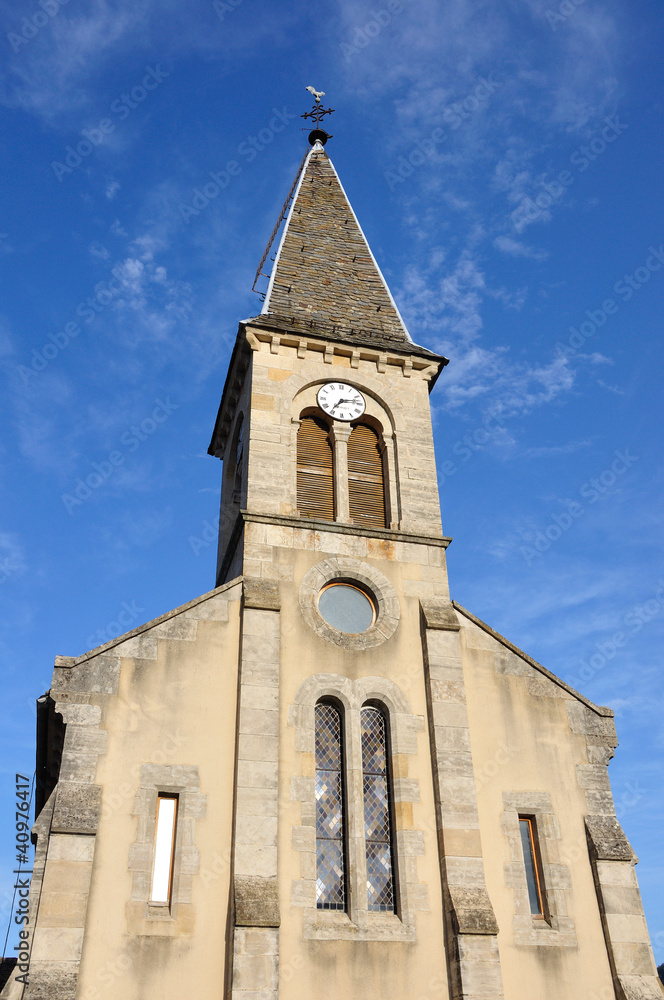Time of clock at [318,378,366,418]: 7:13
